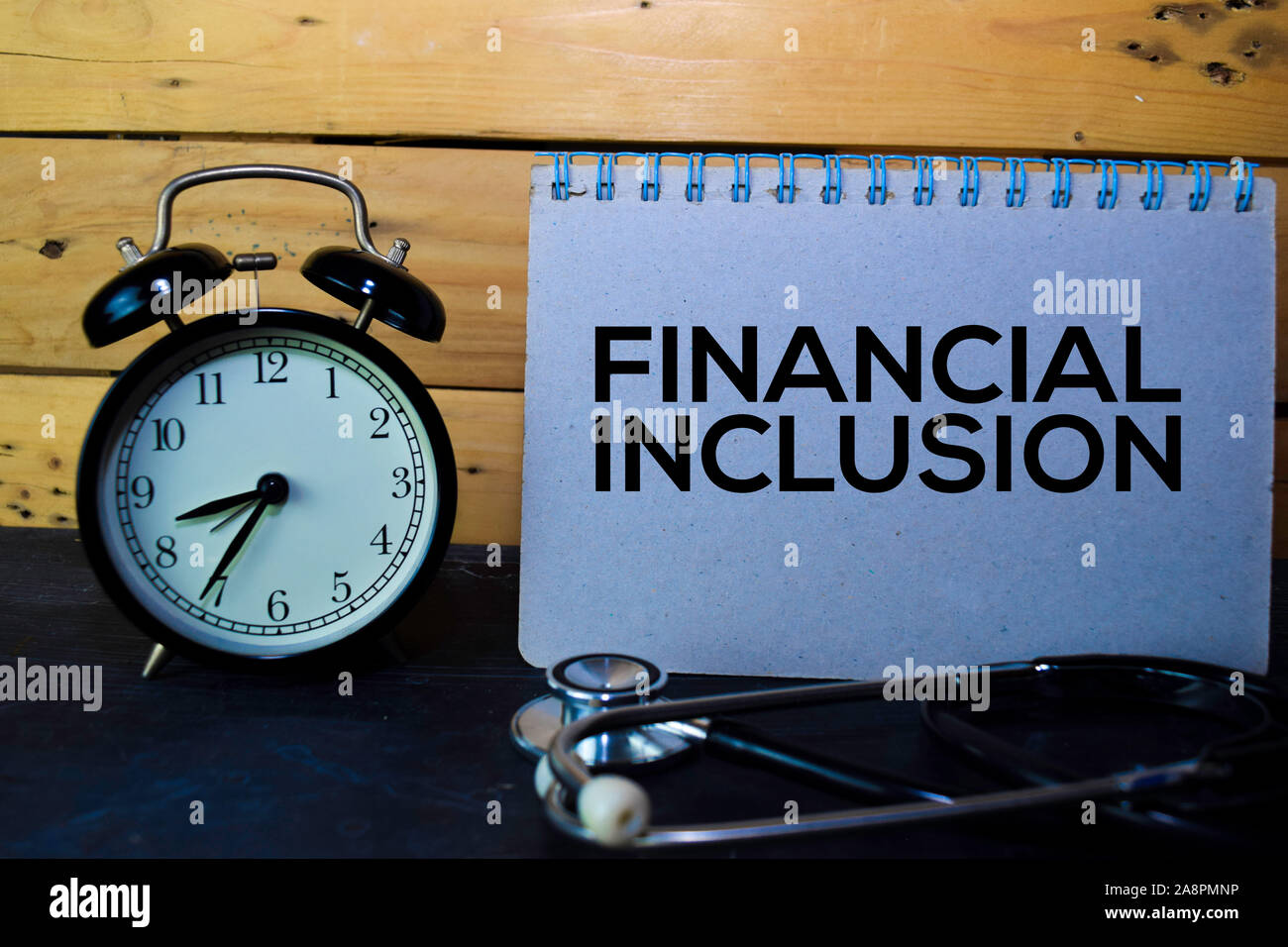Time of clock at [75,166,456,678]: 8:35
